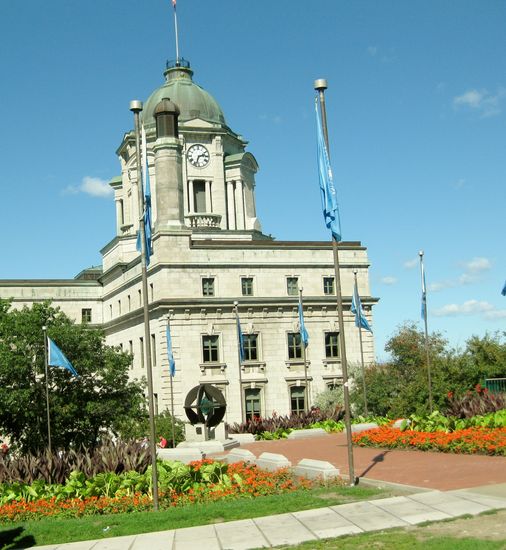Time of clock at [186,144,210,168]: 2:33
